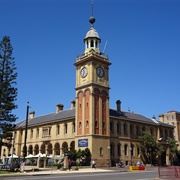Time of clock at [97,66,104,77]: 11:35
